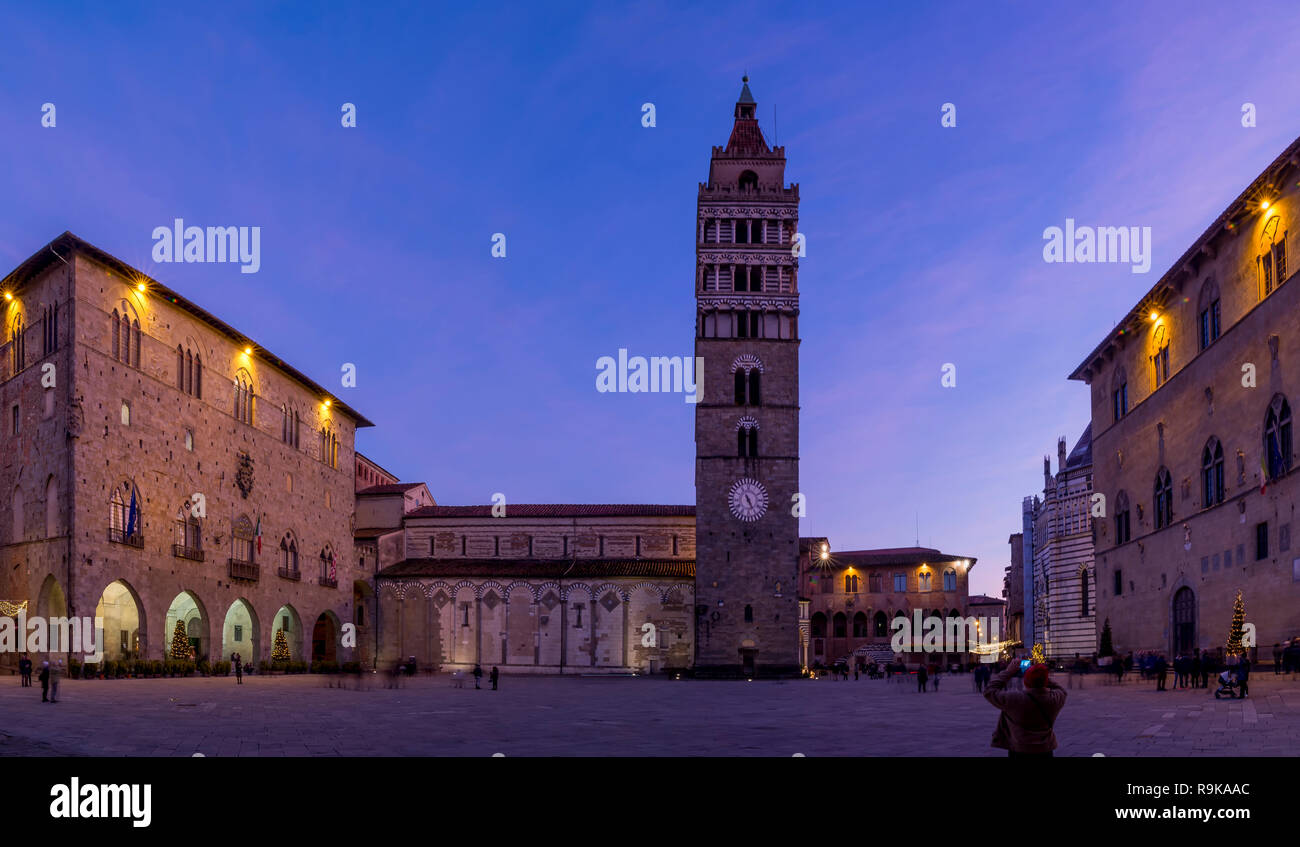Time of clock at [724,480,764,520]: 5:26
